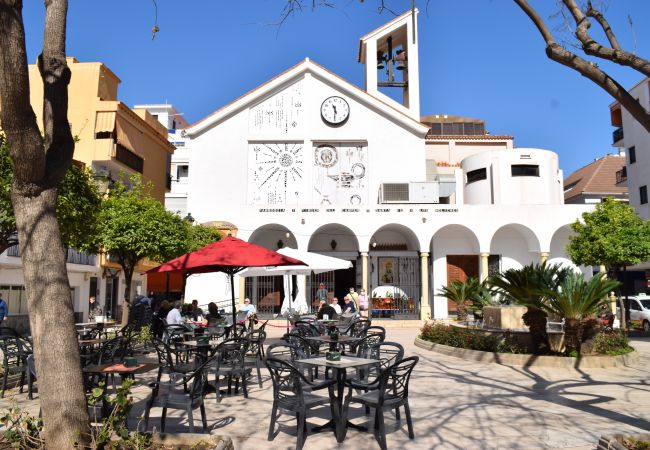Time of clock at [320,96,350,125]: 11:30
